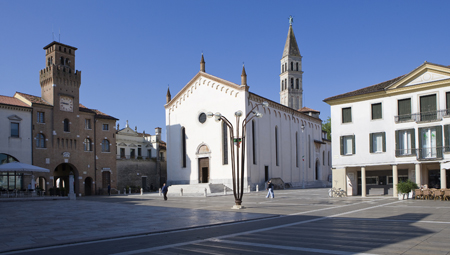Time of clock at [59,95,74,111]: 8:46
